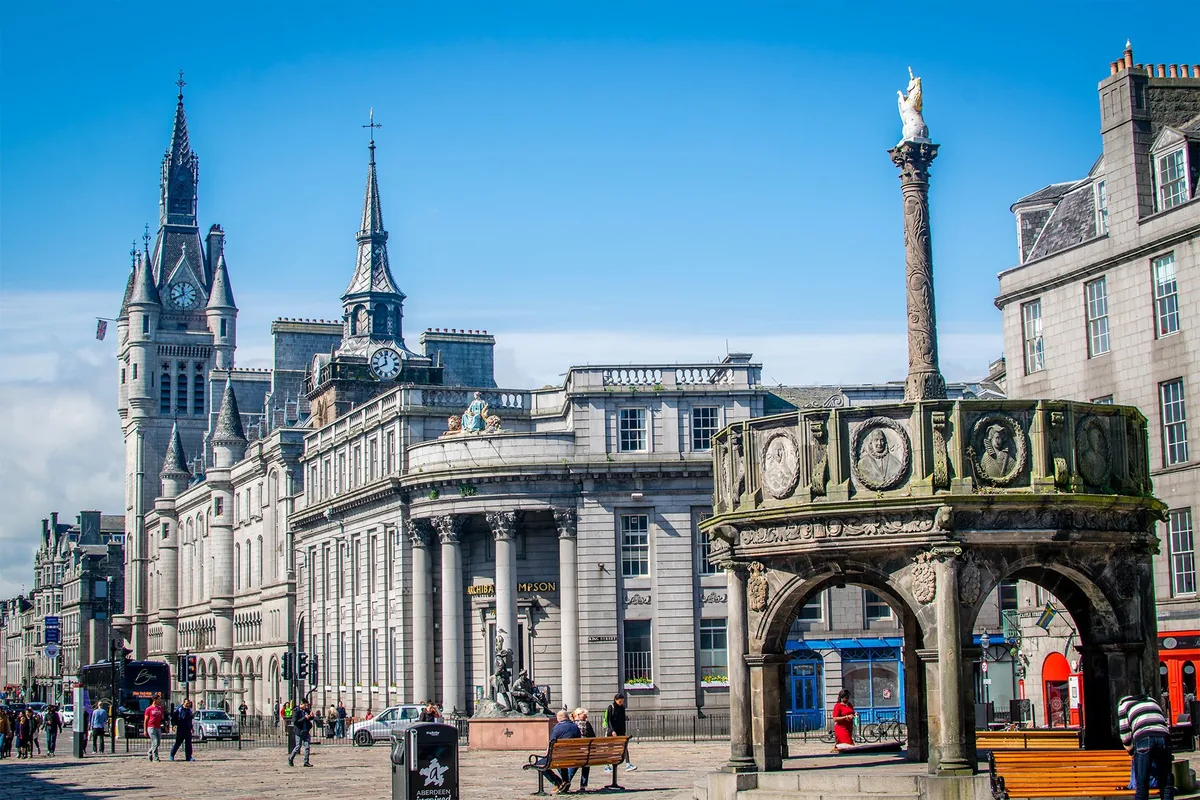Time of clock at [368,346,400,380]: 7:58
